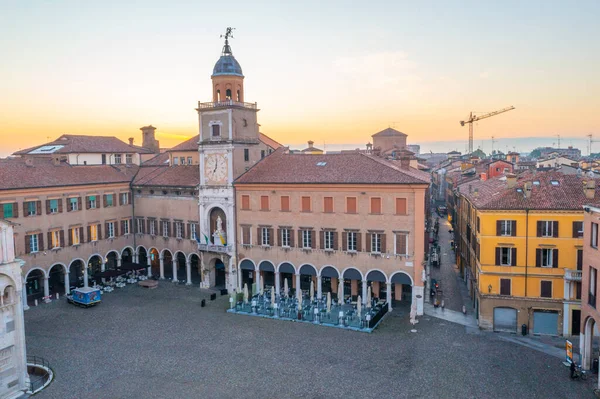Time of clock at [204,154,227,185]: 7:01
